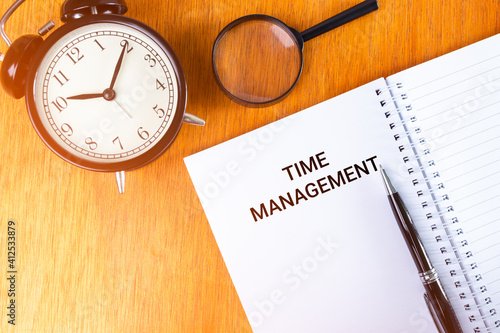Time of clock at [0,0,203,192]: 9:04
